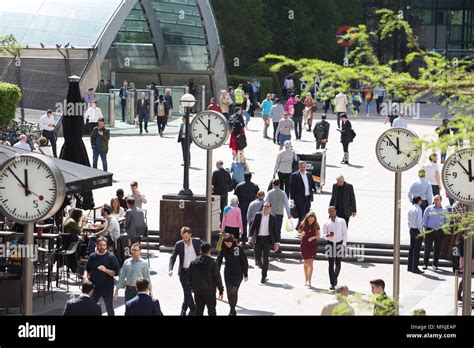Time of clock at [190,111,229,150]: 11:52
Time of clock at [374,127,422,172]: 11:52
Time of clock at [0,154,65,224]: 11:52
